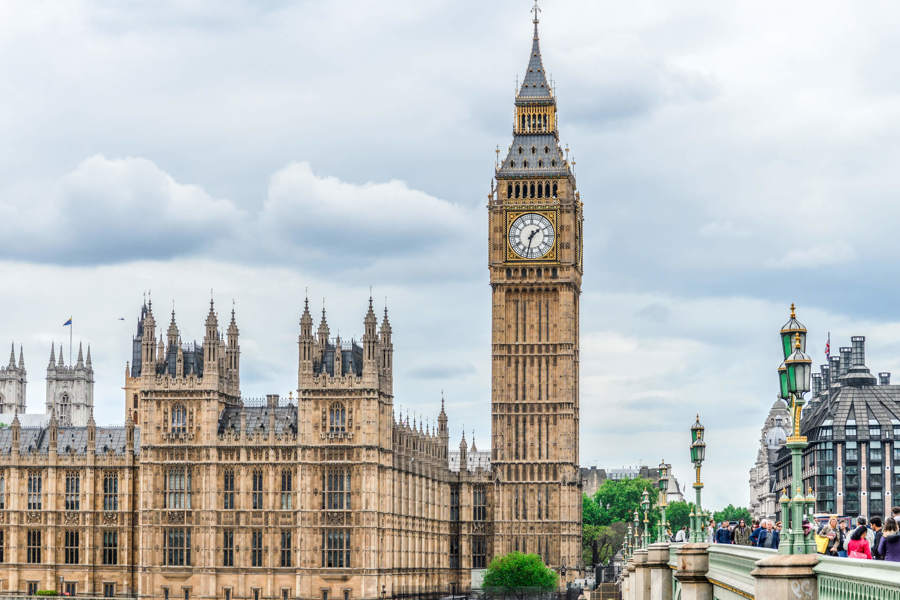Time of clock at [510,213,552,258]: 1:32
